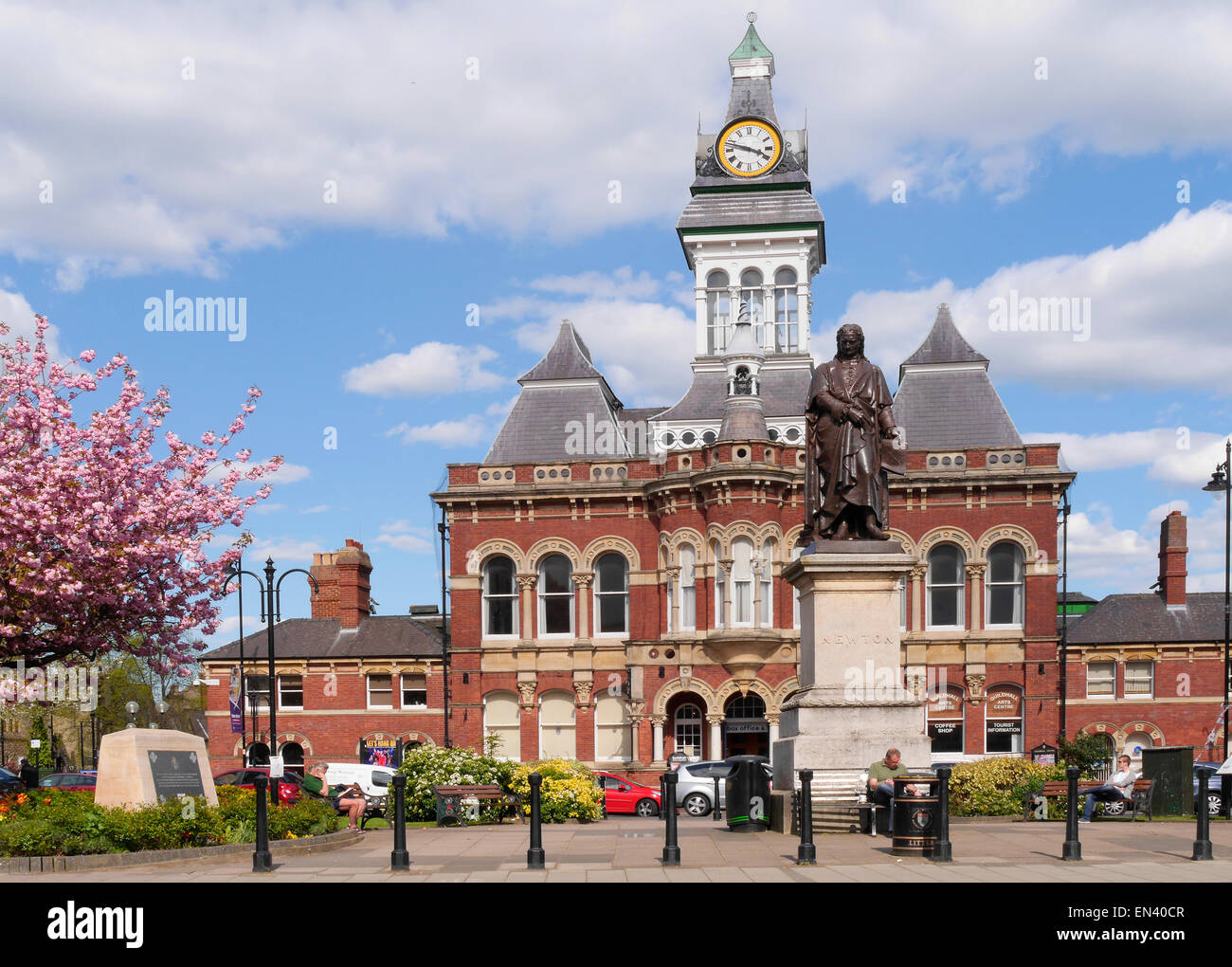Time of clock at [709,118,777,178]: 3:47
